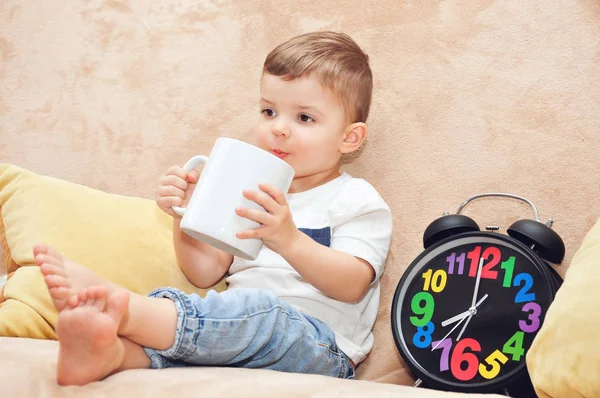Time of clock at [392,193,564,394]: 8:00
